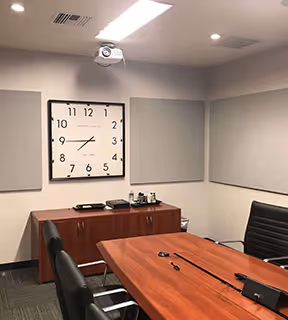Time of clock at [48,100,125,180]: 7:44
